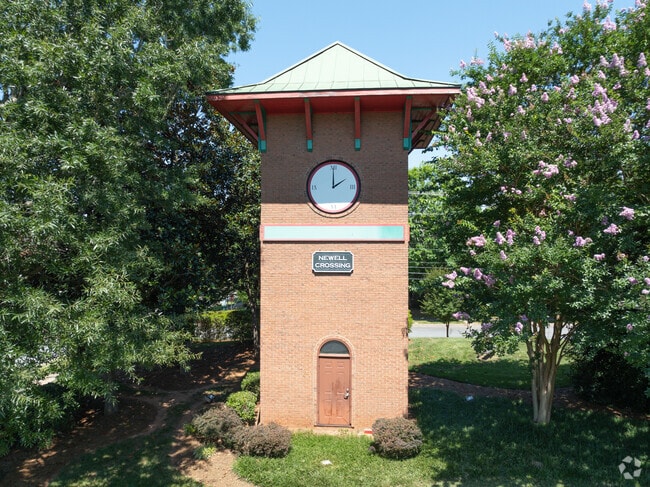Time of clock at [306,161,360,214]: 1:59
